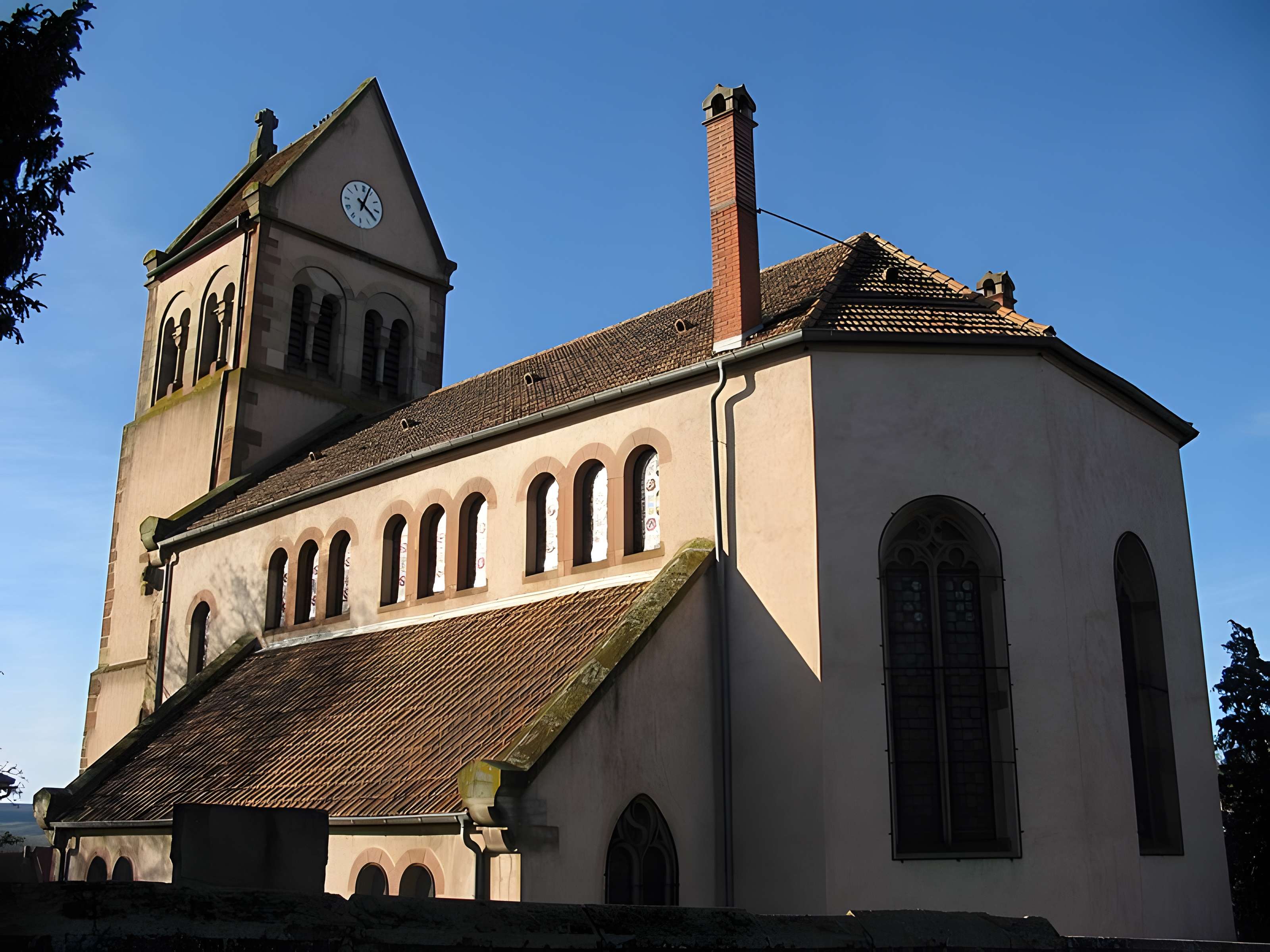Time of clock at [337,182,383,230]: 4:03
